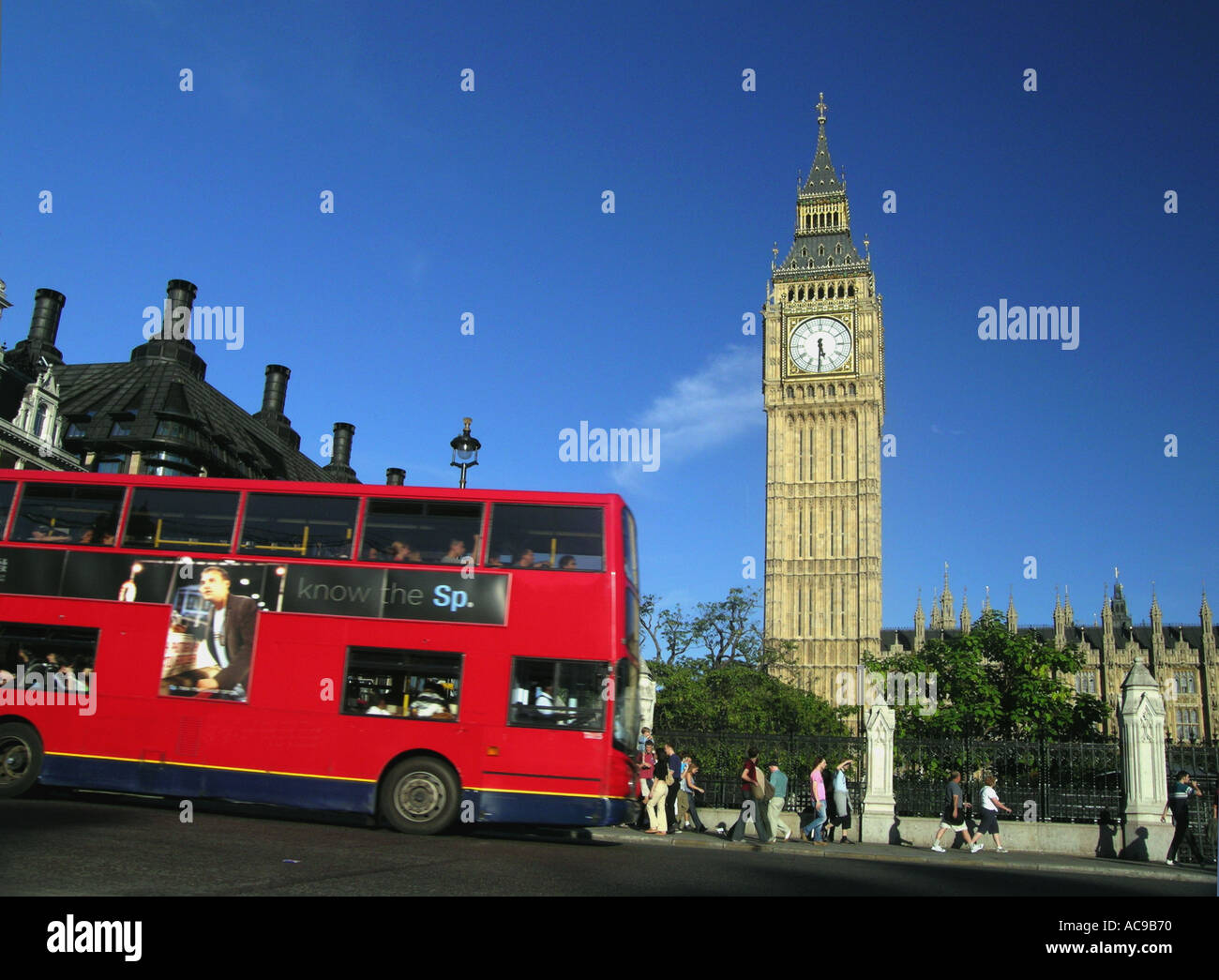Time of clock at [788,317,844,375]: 5:30
